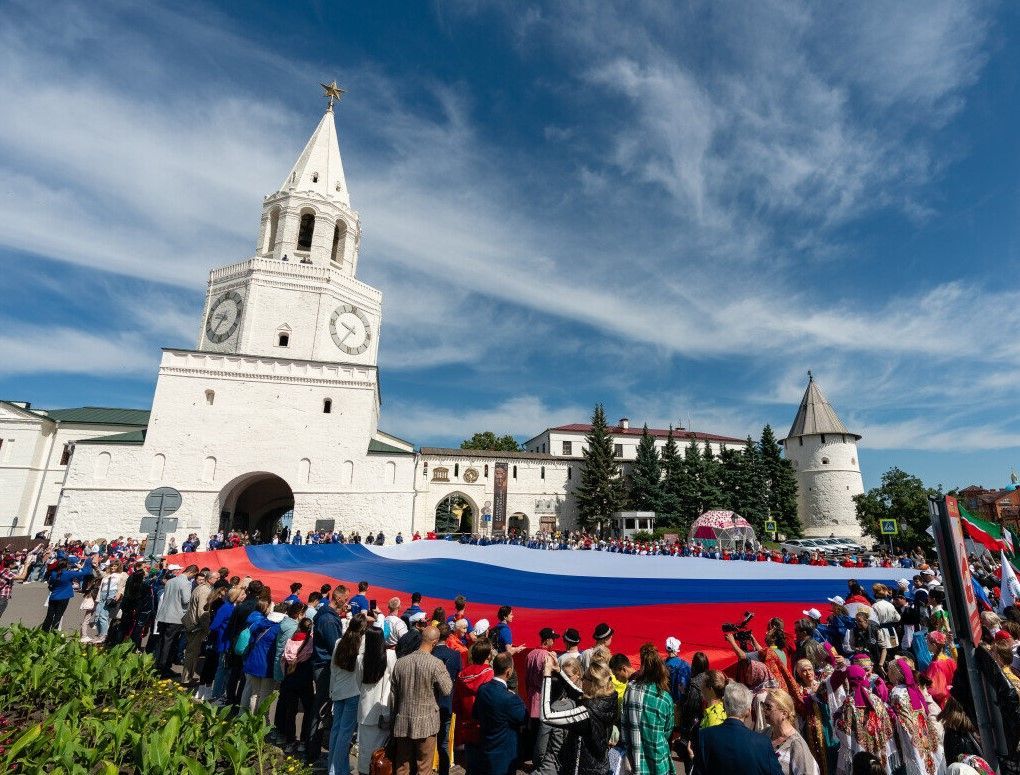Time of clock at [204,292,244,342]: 9:36
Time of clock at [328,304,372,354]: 9:35
